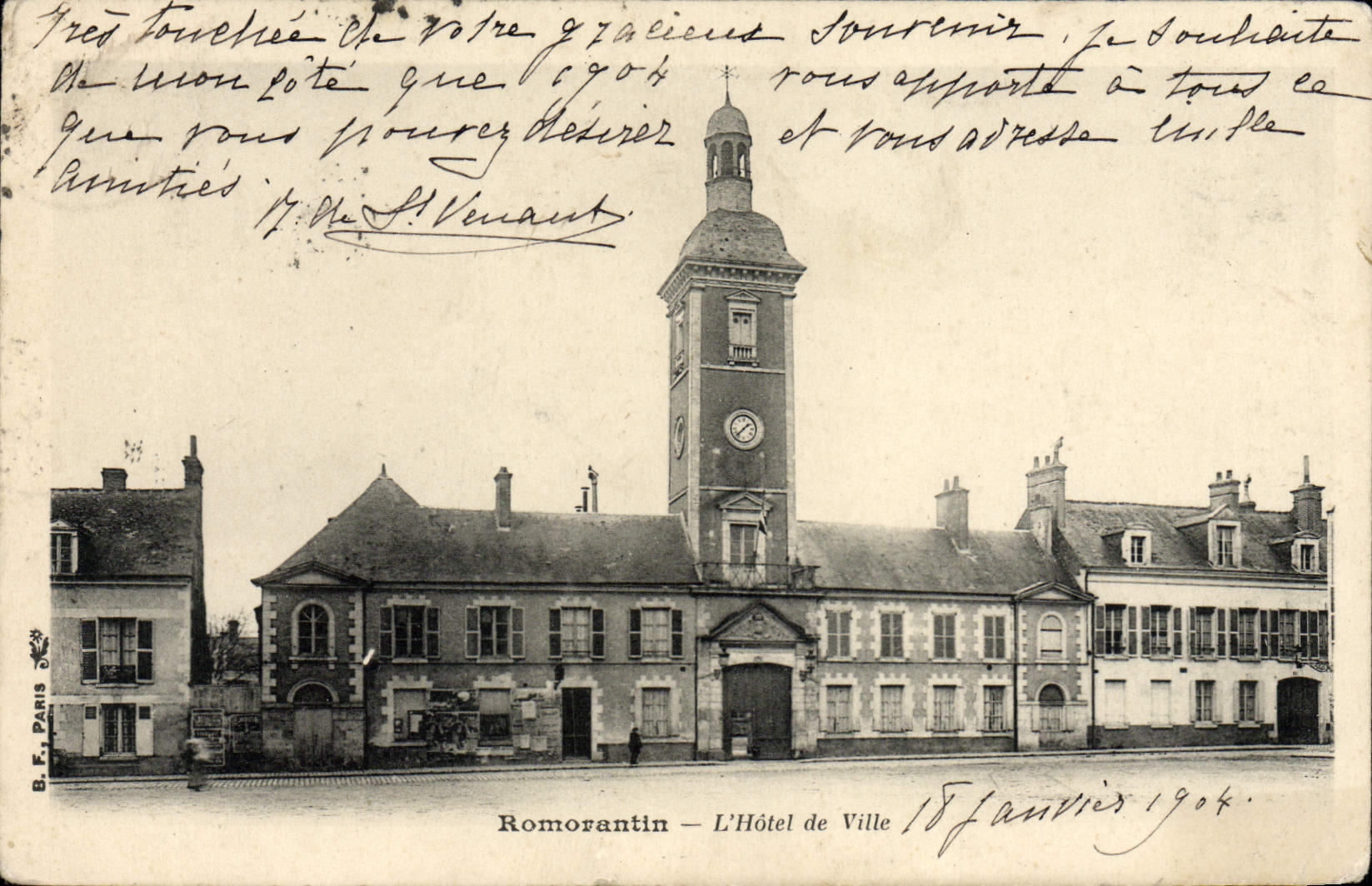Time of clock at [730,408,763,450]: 1:37
